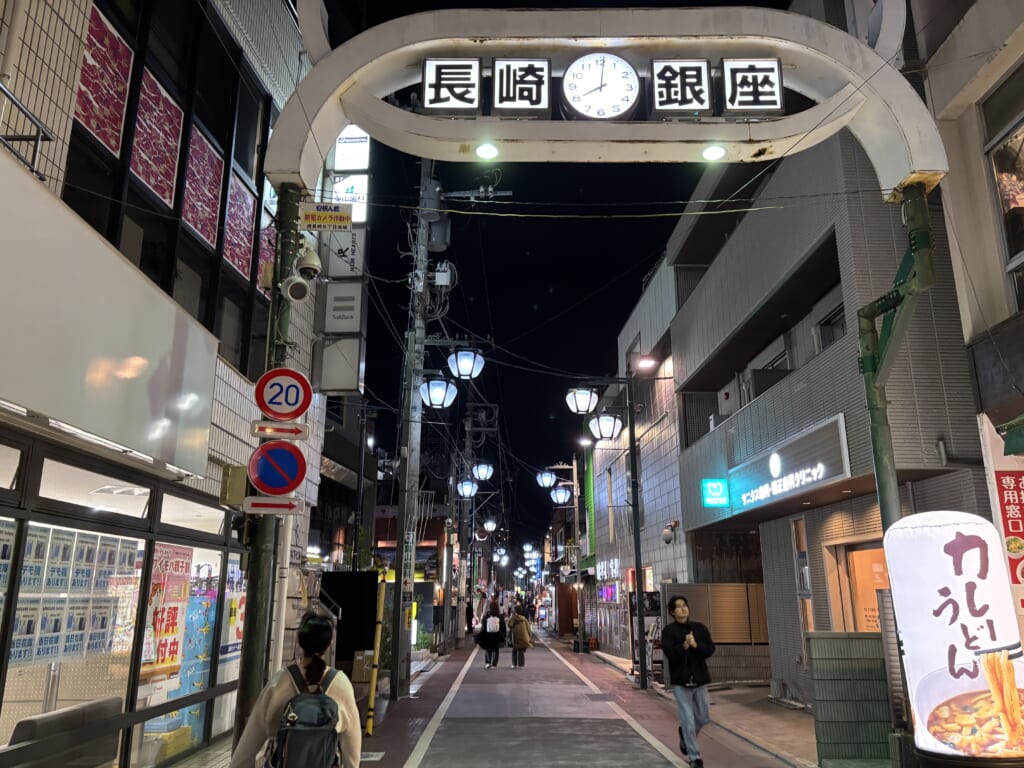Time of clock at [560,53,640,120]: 8:01
